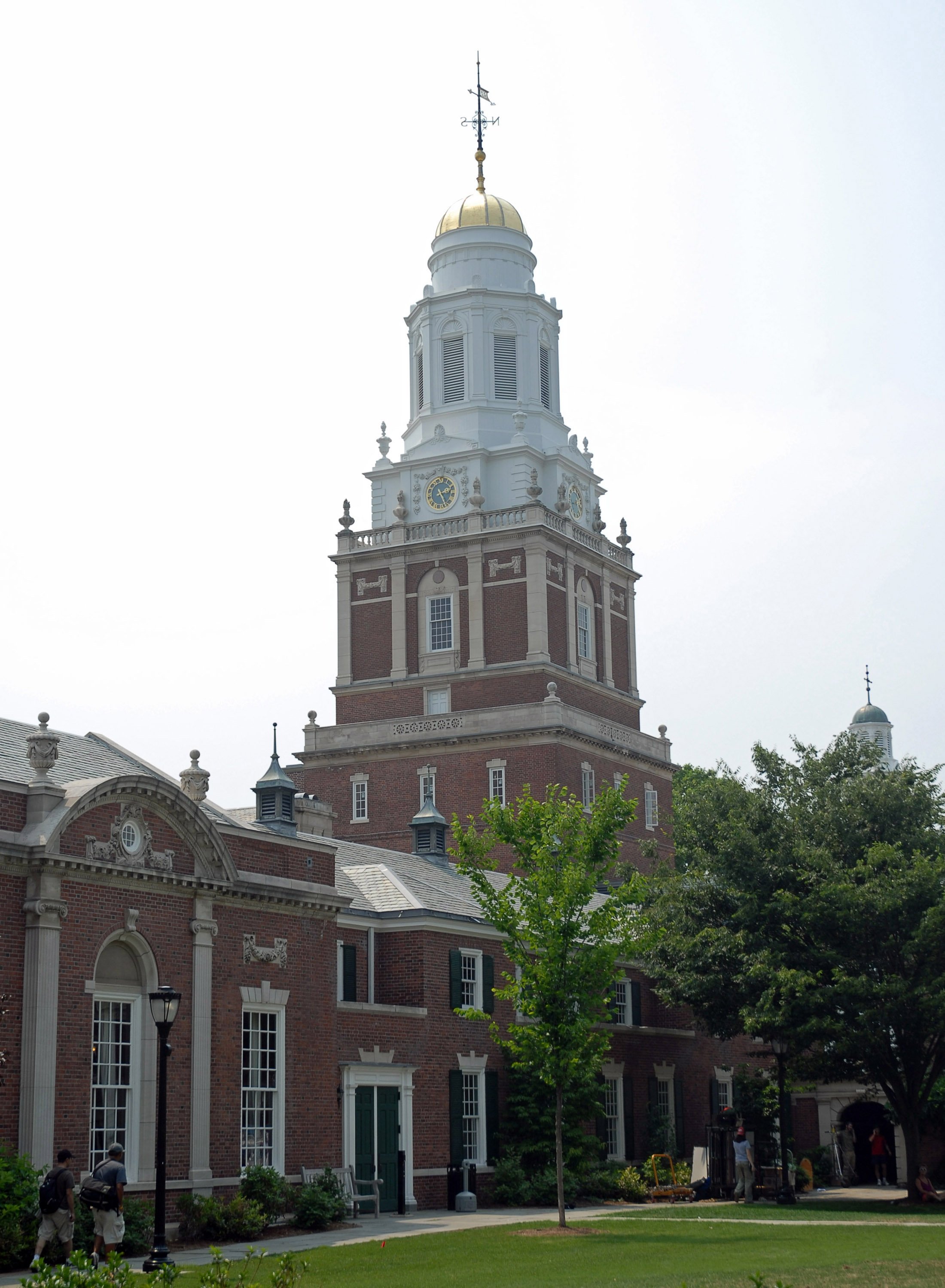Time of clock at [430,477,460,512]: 2:24
